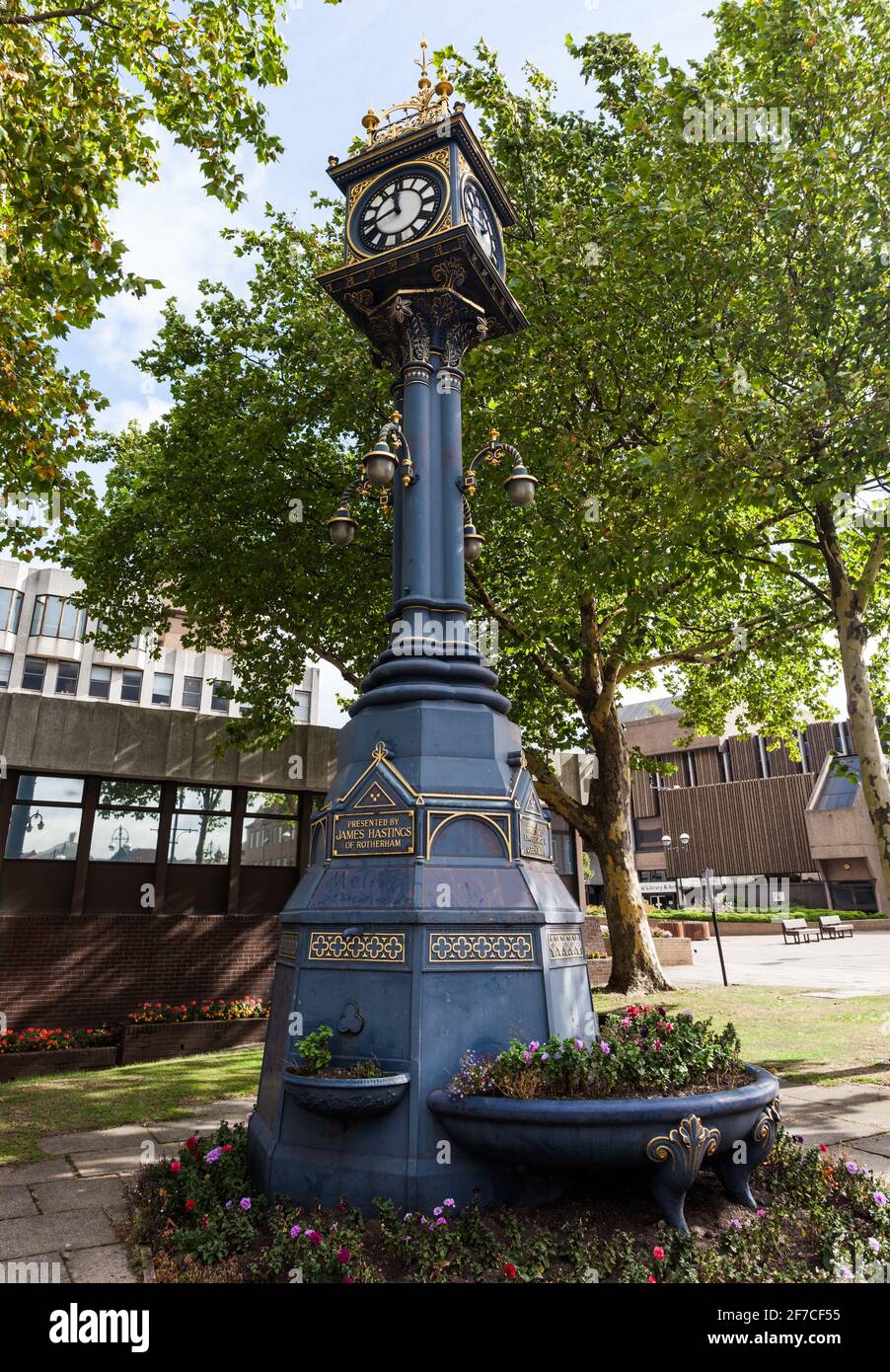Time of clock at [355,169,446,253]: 11:41
